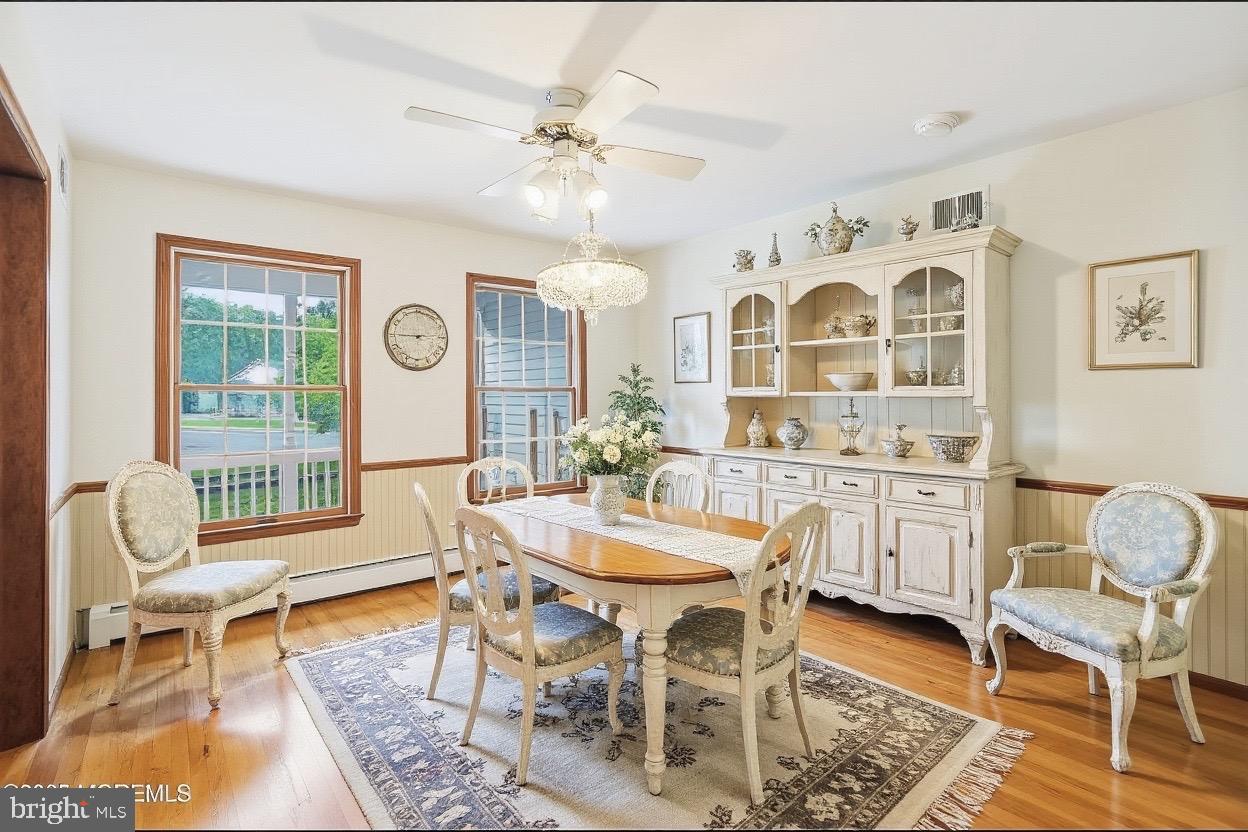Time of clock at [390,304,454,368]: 2:45
